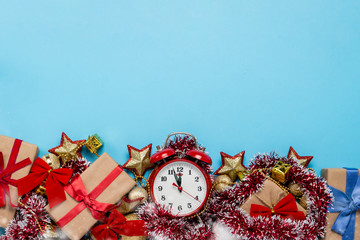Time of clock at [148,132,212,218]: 11:56
